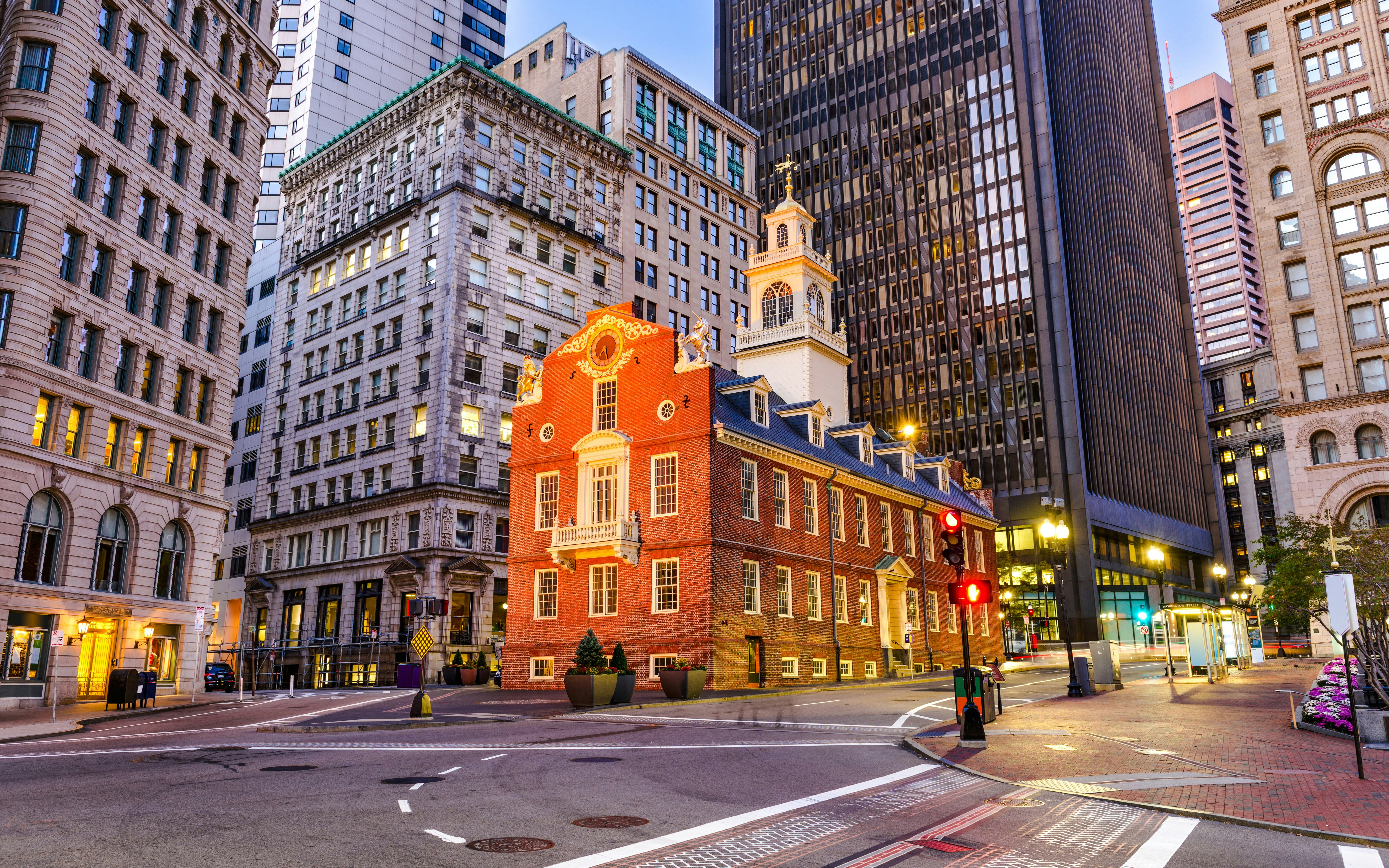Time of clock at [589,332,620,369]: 7:27
